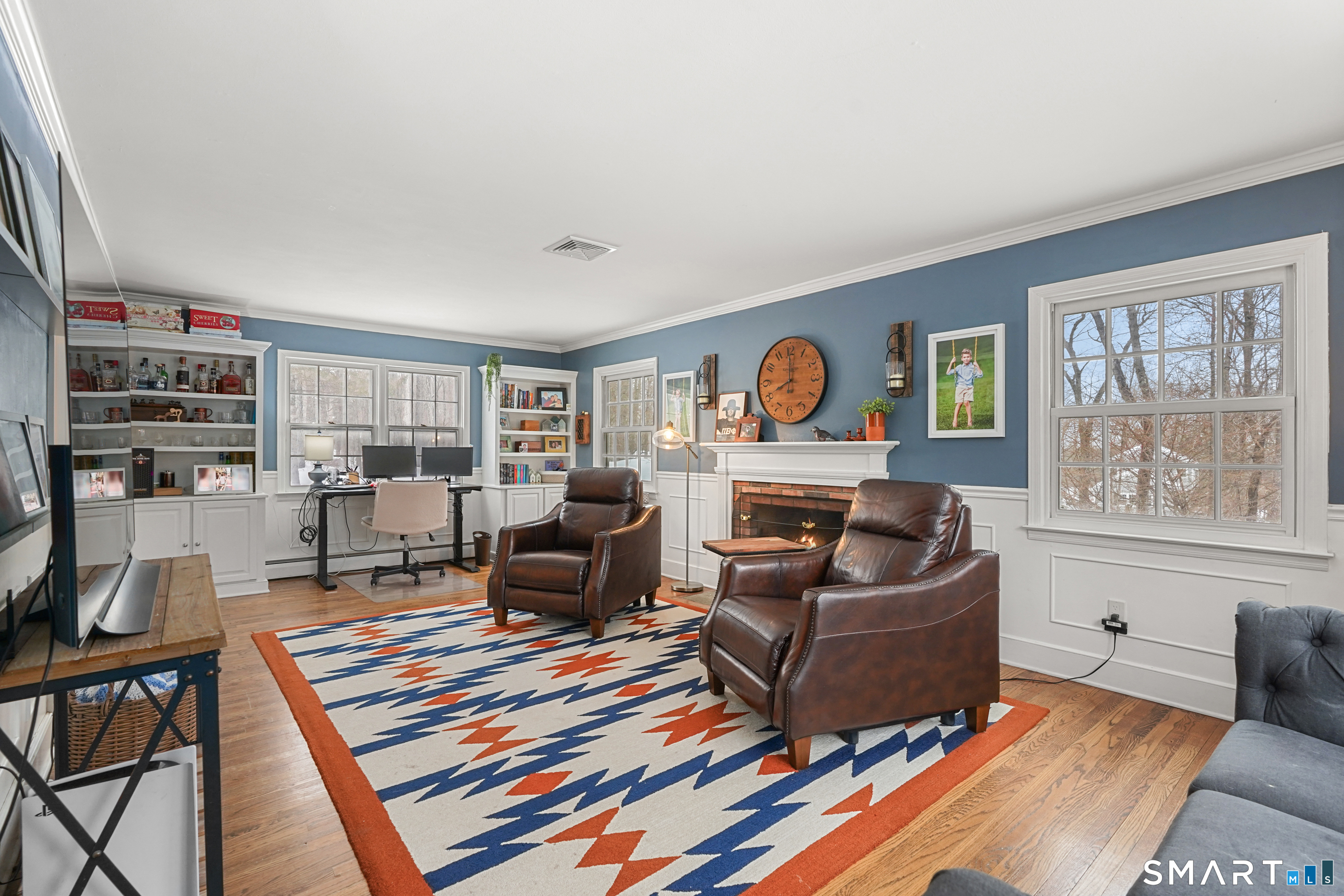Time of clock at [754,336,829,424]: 7:59
